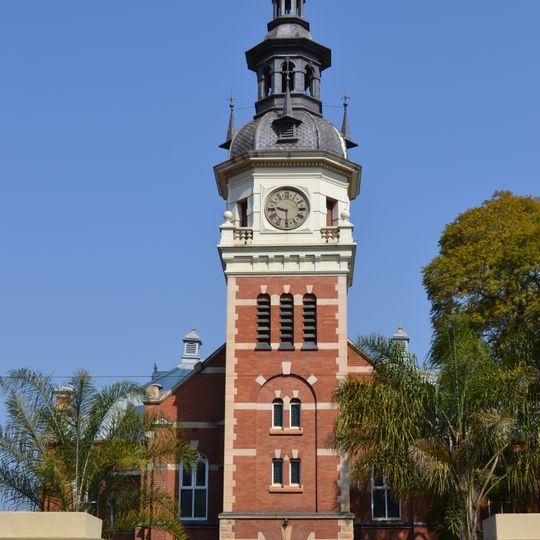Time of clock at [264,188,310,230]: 9:29
